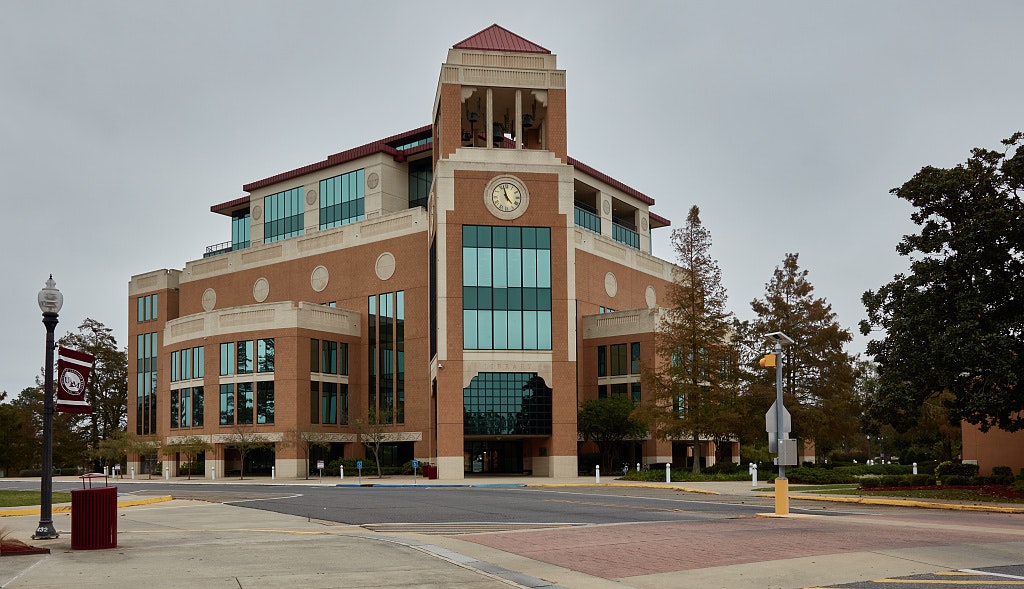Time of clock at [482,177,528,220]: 4:57
